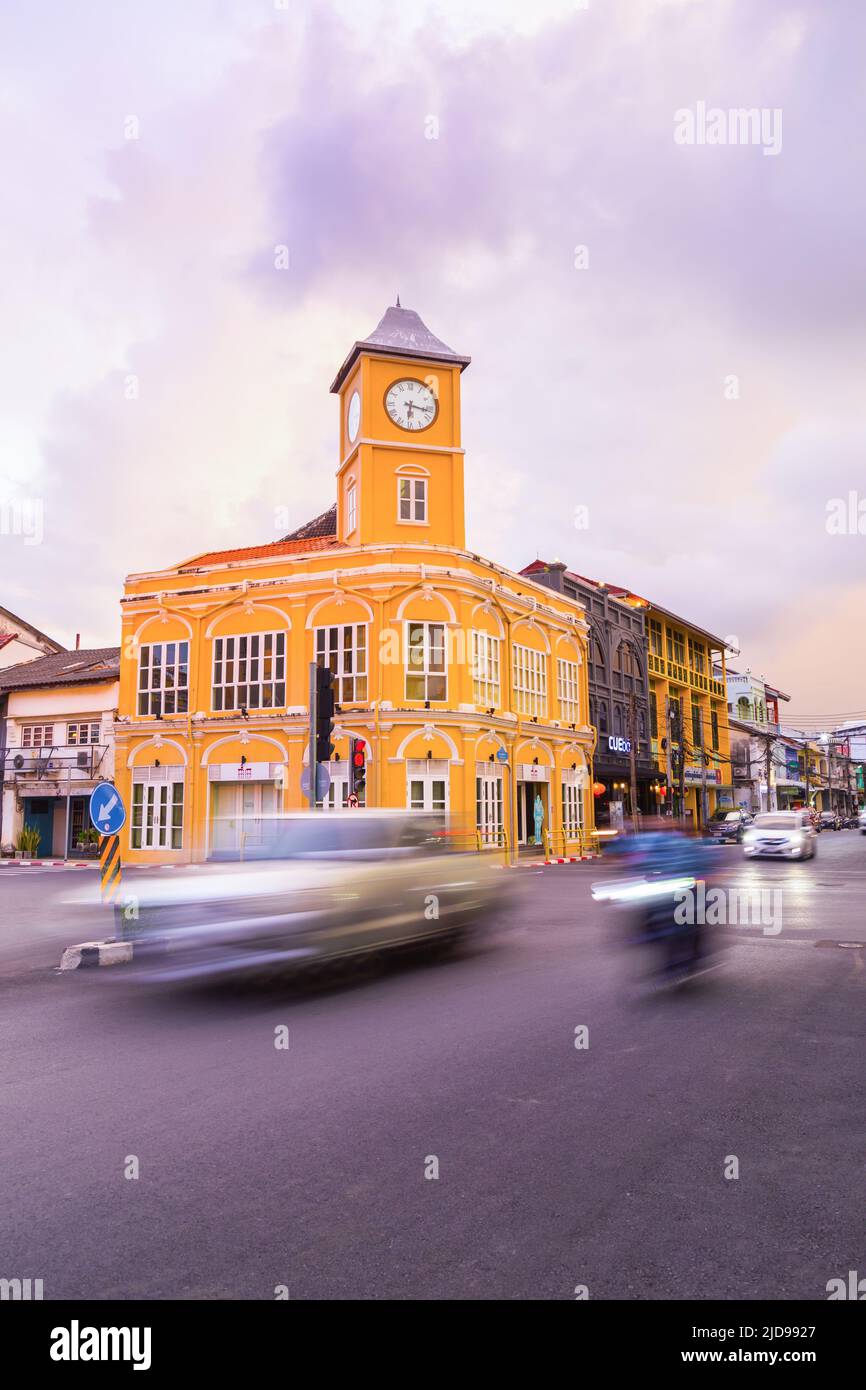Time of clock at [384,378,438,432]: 6:16
